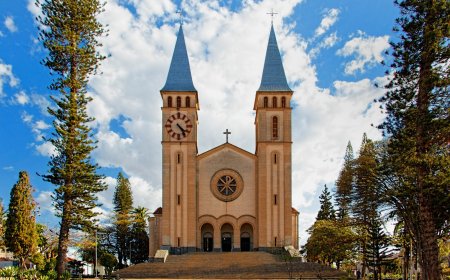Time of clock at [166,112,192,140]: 4:23
